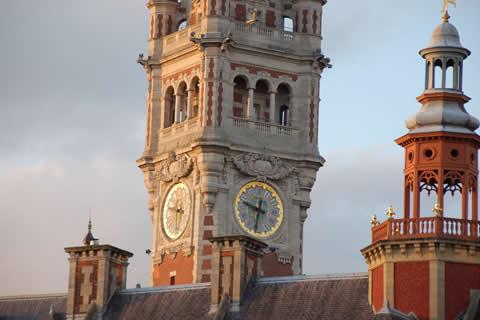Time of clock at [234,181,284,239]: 9:32
